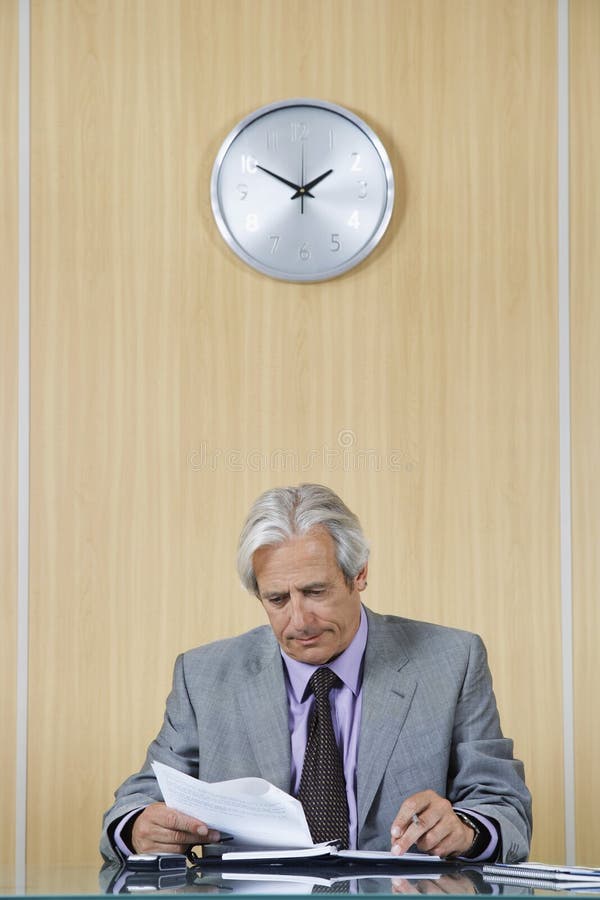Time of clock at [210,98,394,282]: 1:50
